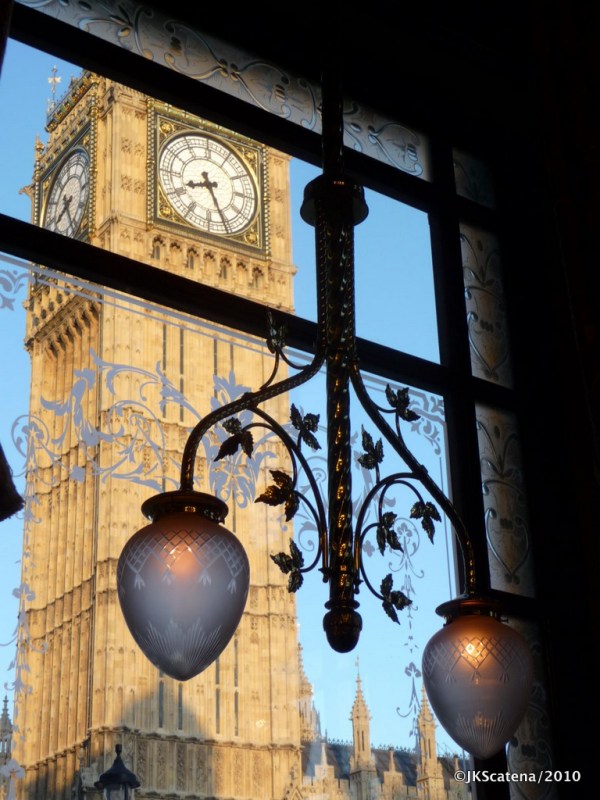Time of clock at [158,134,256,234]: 8:26
